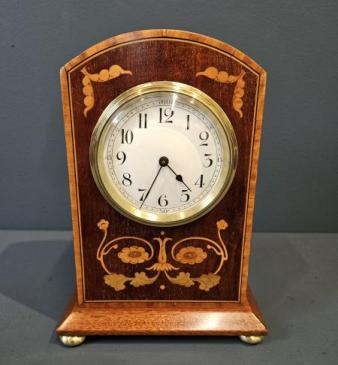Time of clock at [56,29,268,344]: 4:34
